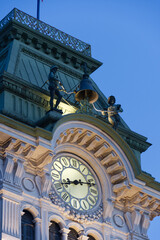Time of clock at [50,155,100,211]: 8:12
